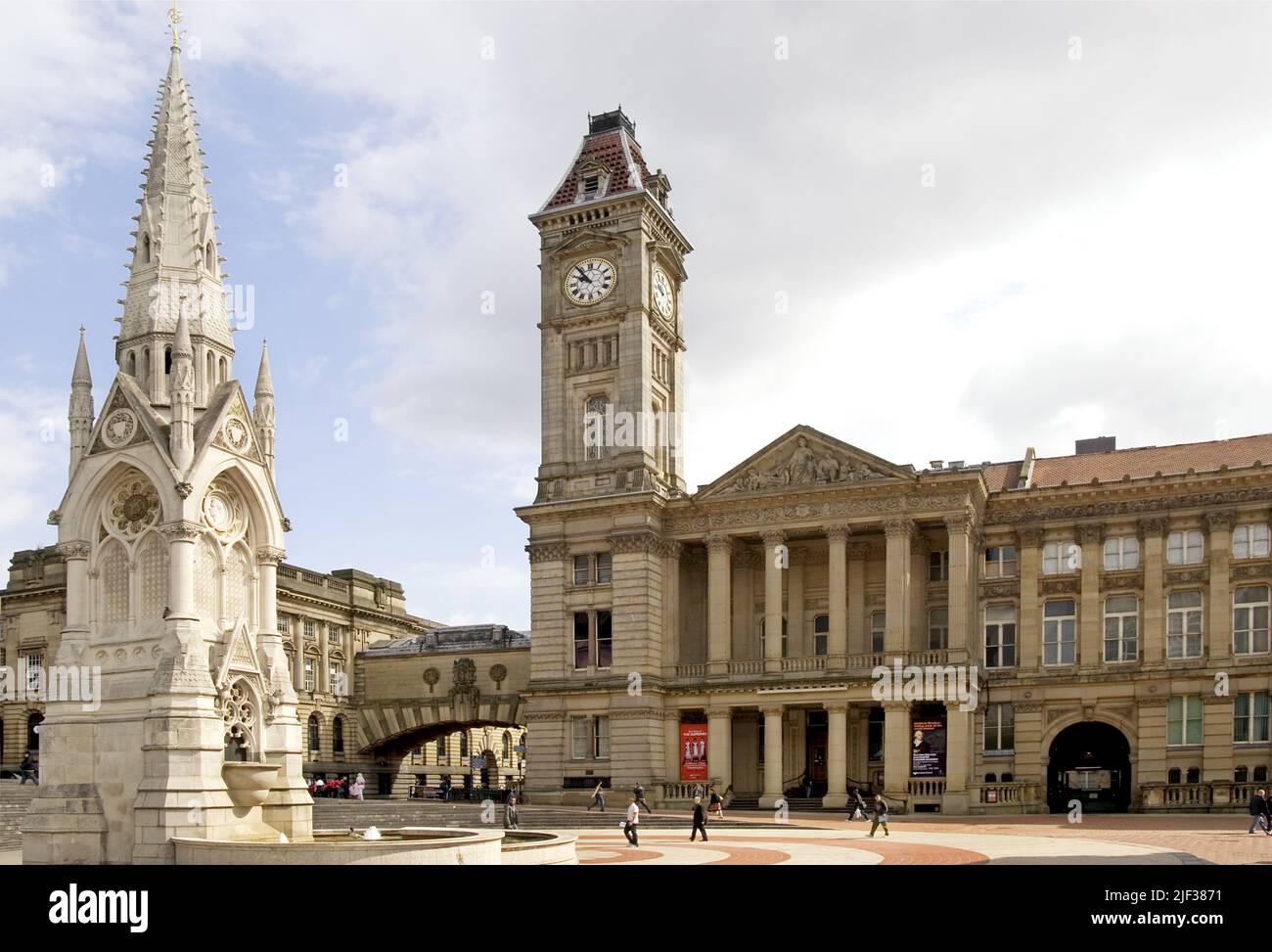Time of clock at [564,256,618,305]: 9:53
